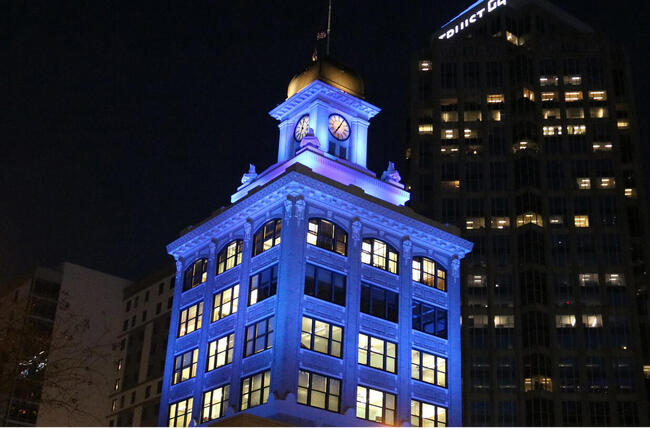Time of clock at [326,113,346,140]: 7:05
